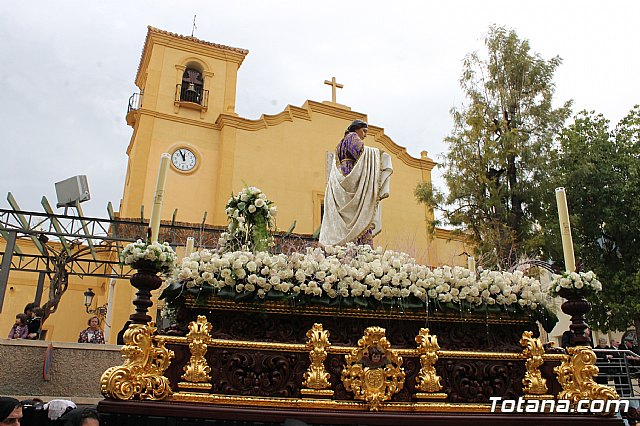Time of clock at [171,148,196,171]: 11:55
